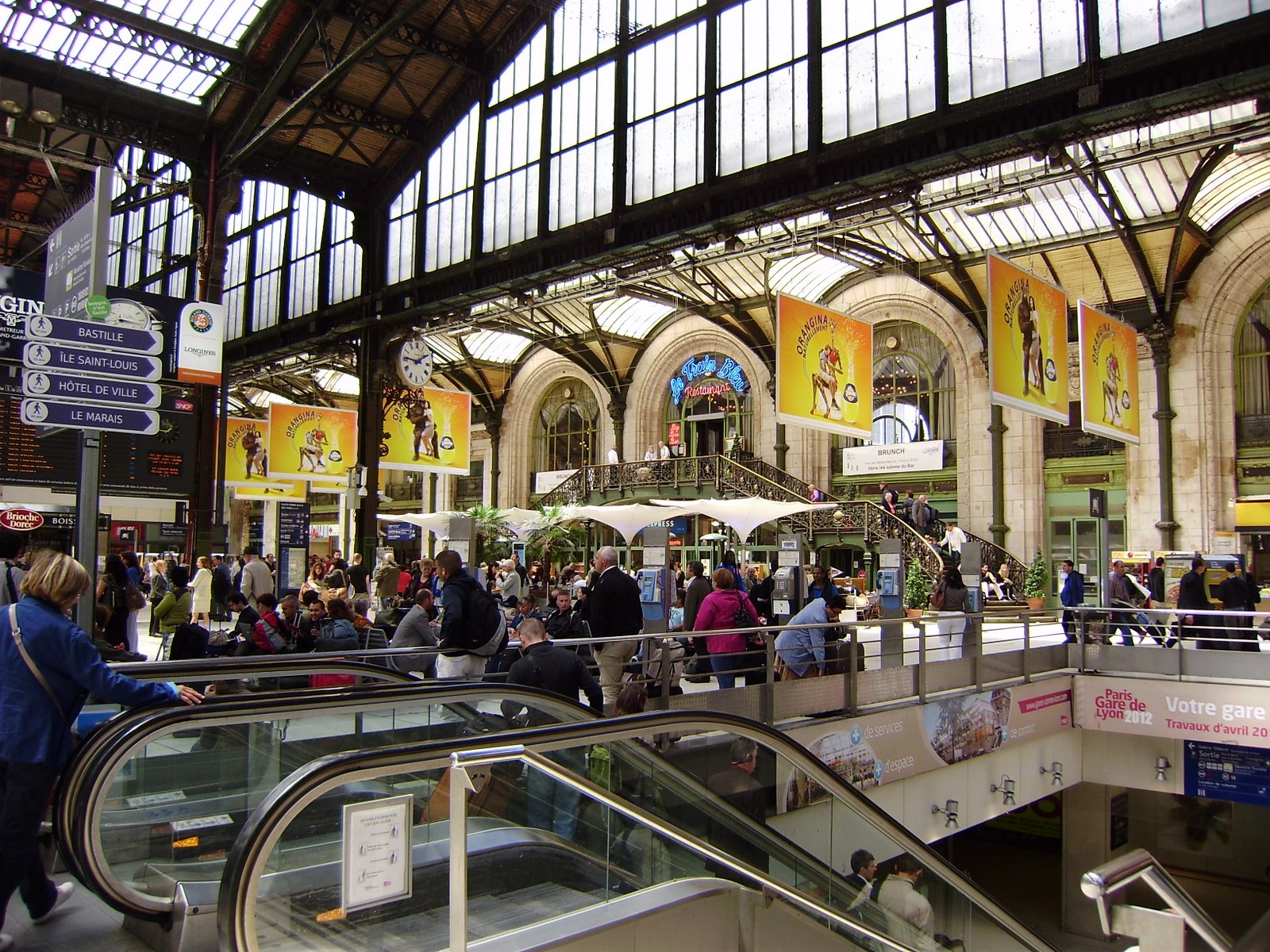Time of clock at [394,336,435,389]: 1:46
